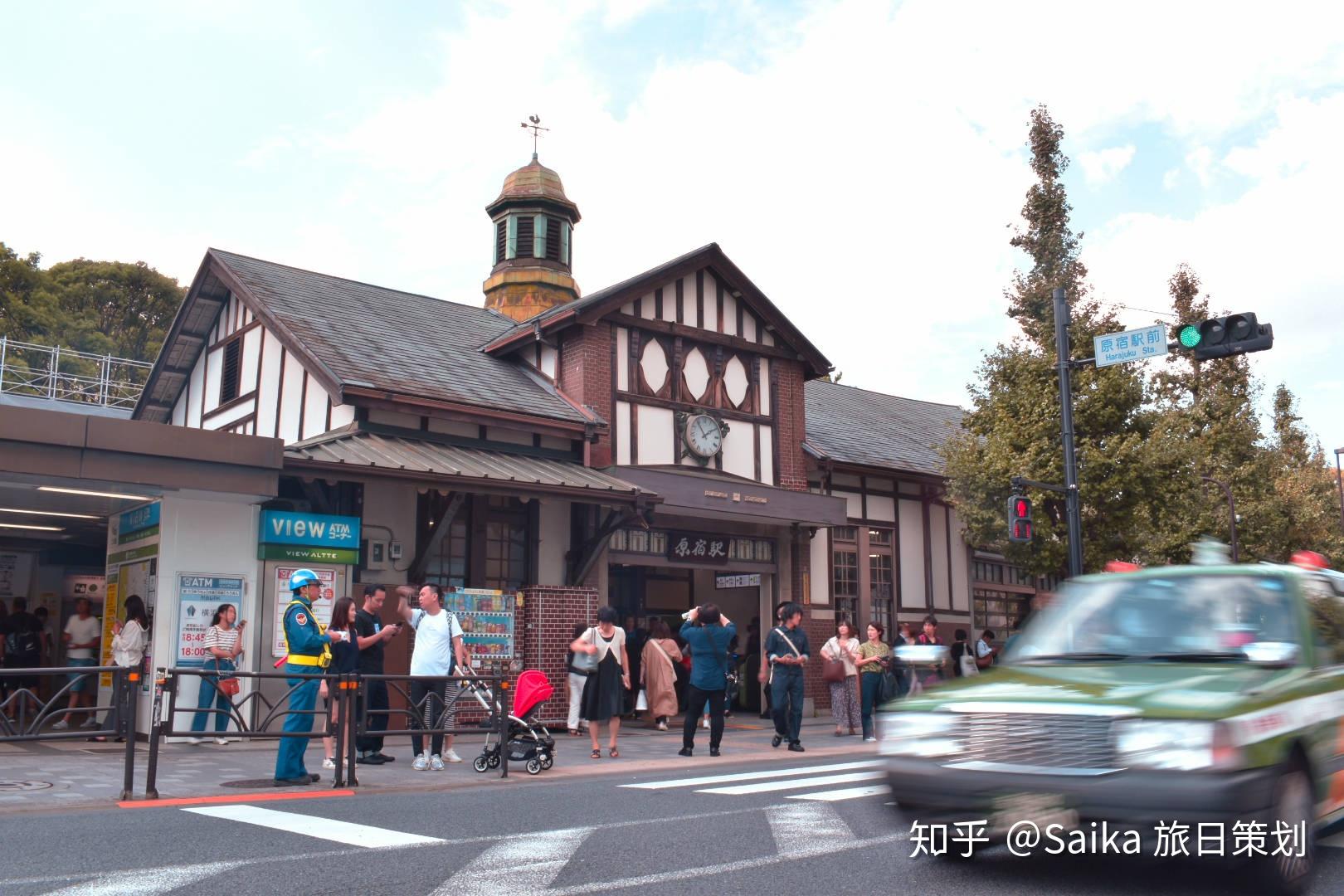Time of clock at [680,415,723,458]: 1:54
